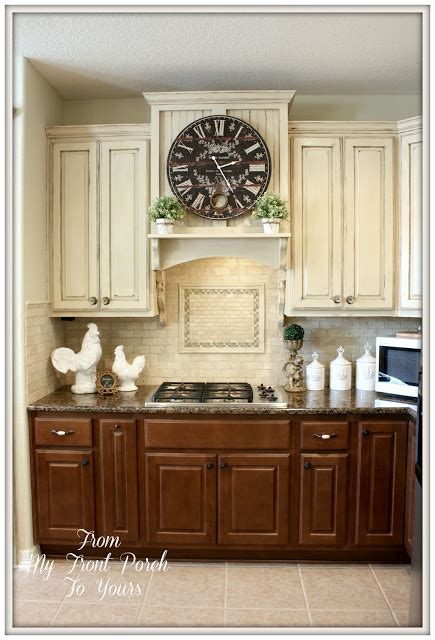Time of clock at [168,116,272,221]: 2:24
